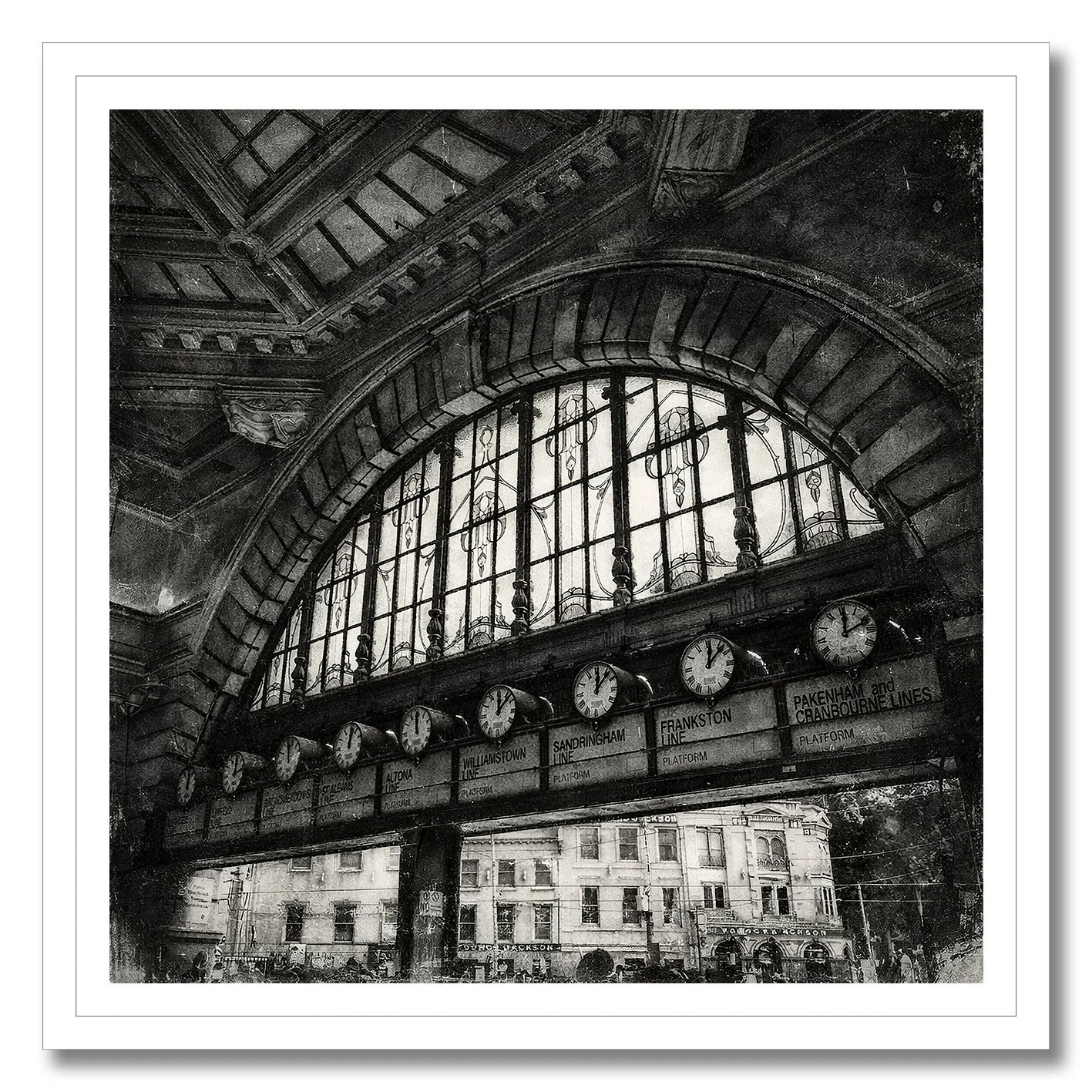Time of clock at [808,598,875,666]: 12:09
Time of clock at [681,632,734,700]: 12:07
